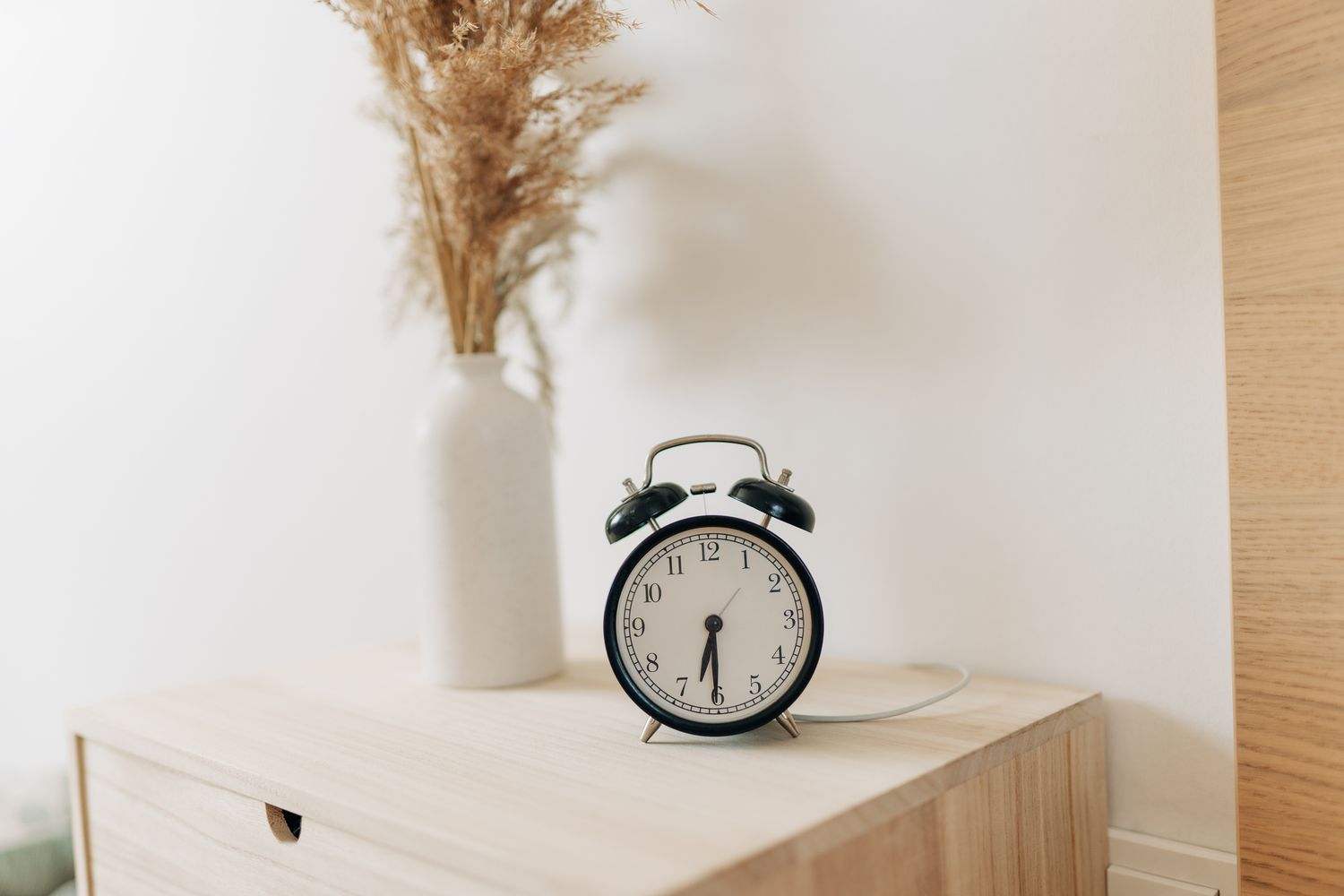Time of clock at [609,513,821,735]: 6:30
